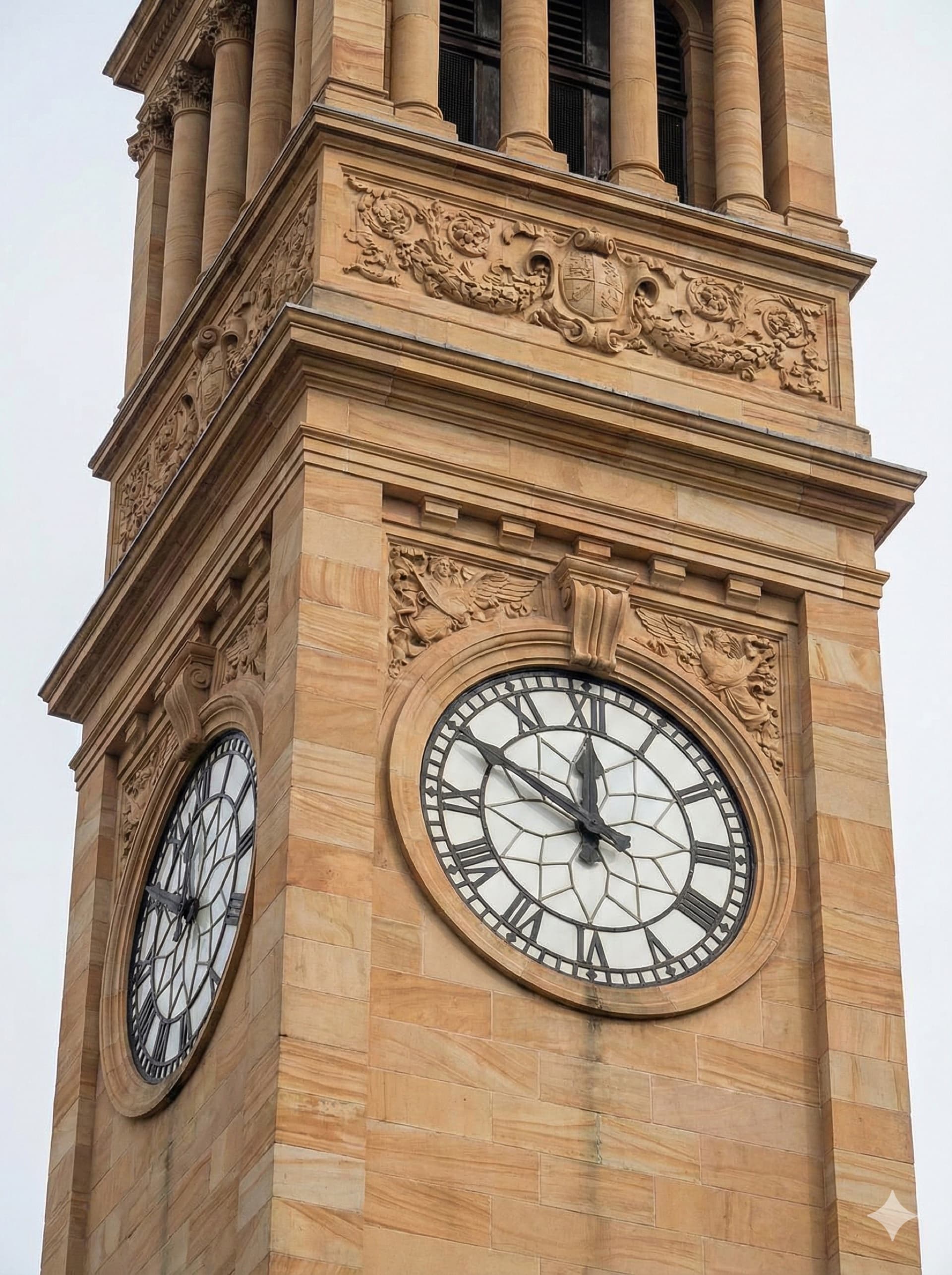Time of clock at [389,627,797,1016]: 11:49
